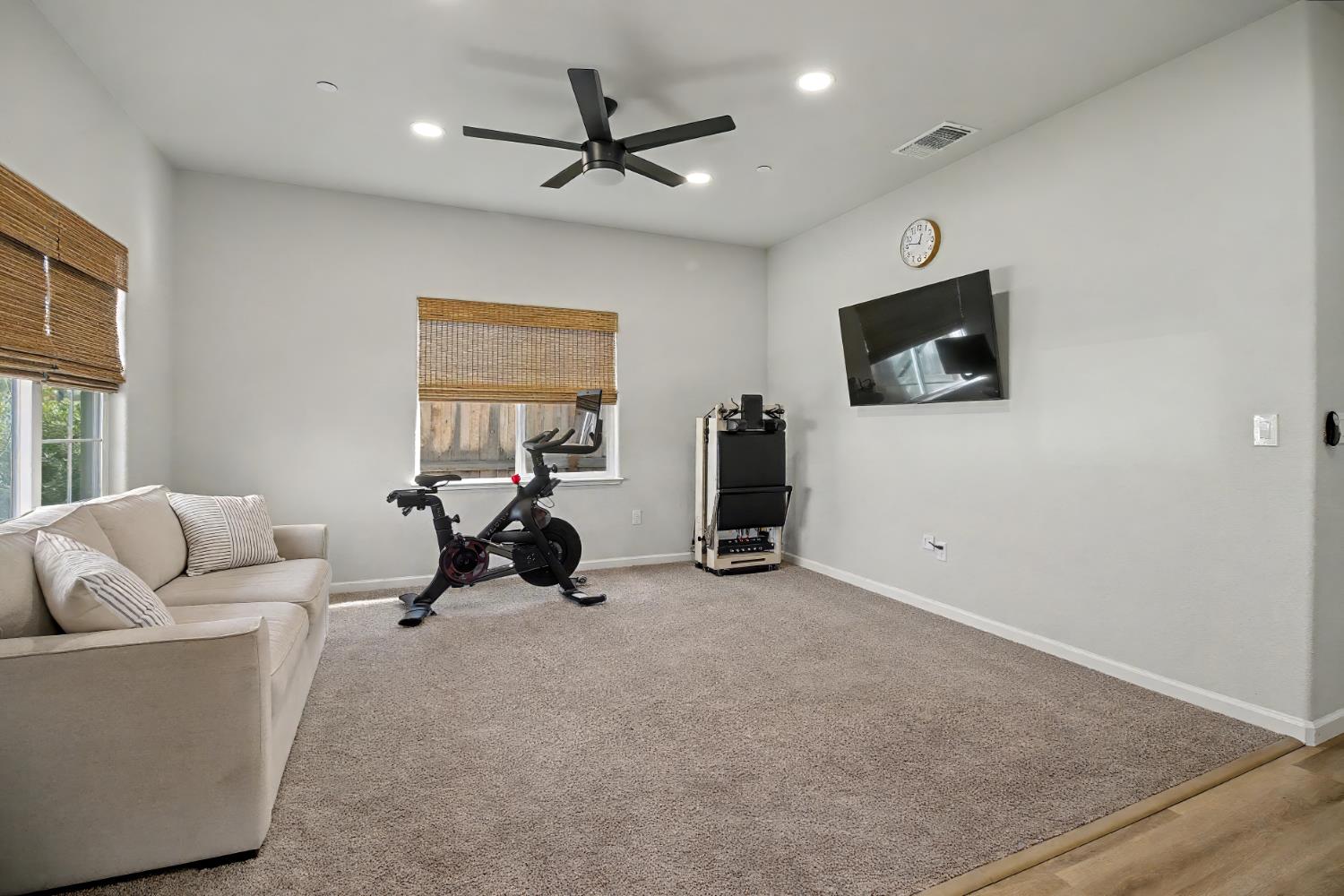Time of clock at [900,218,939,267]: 12:46
